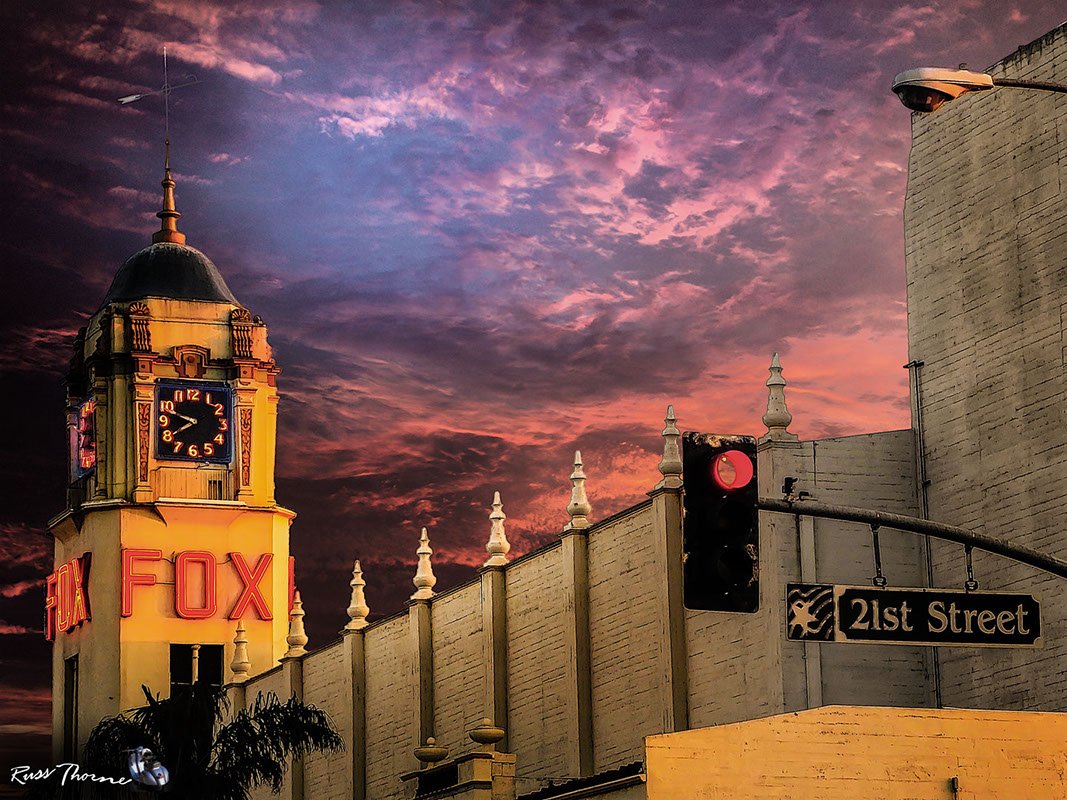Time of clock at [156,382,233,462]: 7:48
